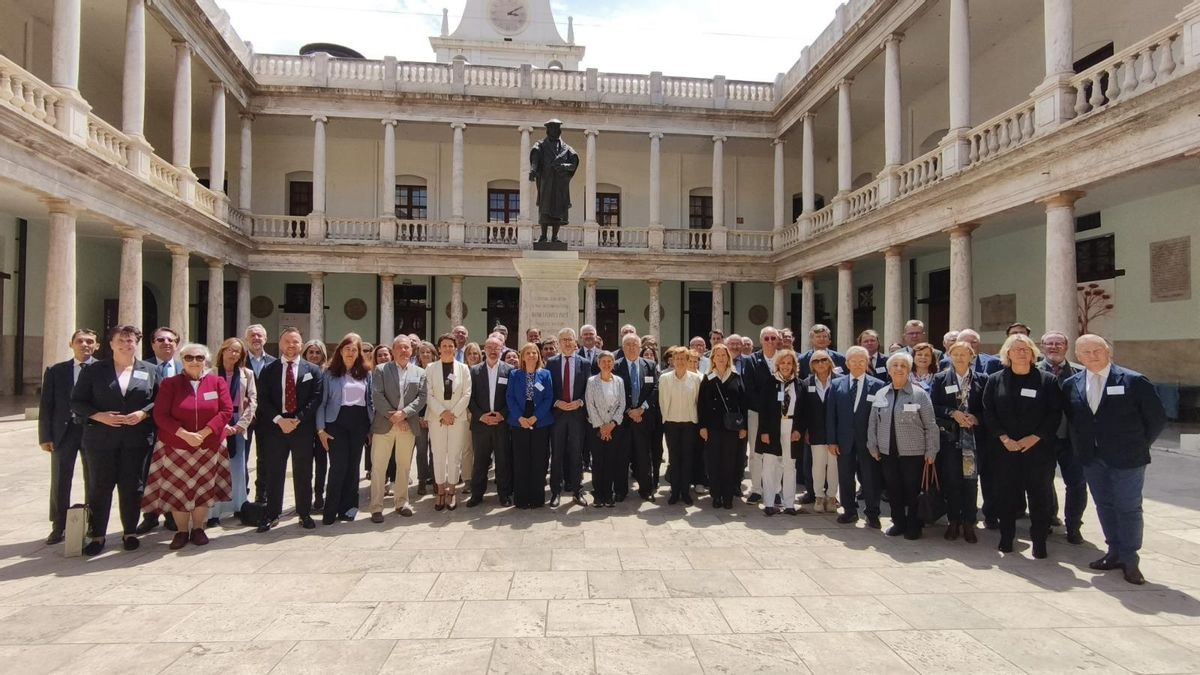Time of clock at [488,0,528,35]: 3:09
